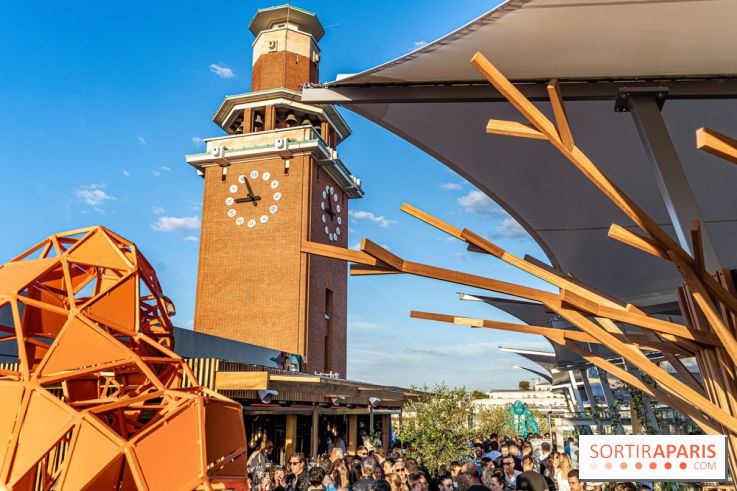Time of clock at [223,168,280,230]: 8:56
